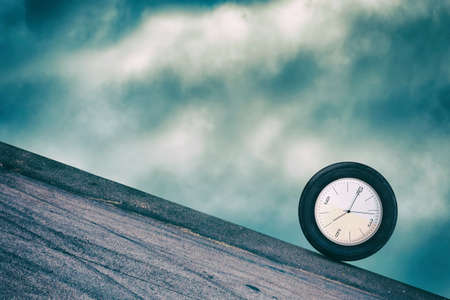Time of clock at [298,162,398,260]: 8:04
